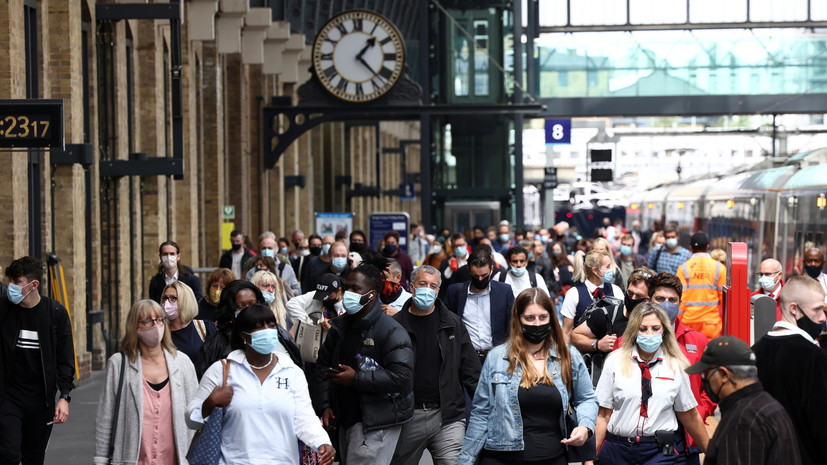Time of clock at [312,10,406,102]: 1:22
